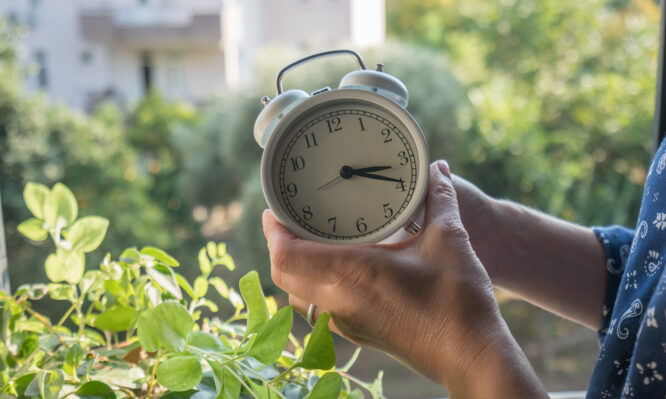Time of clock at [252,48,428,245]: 3:19
